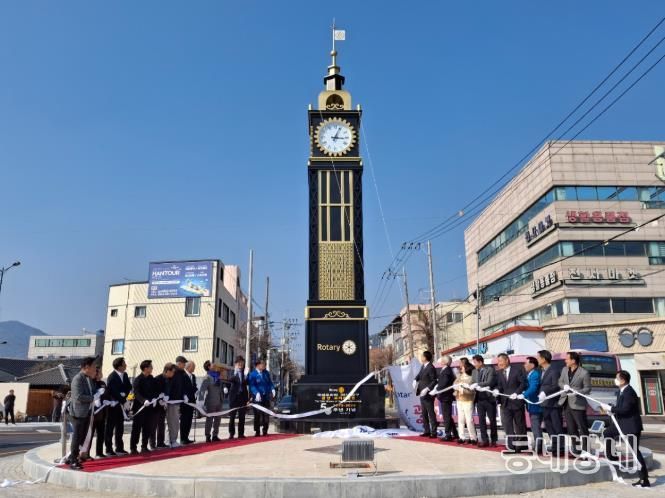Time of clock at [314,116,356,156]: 3:04
